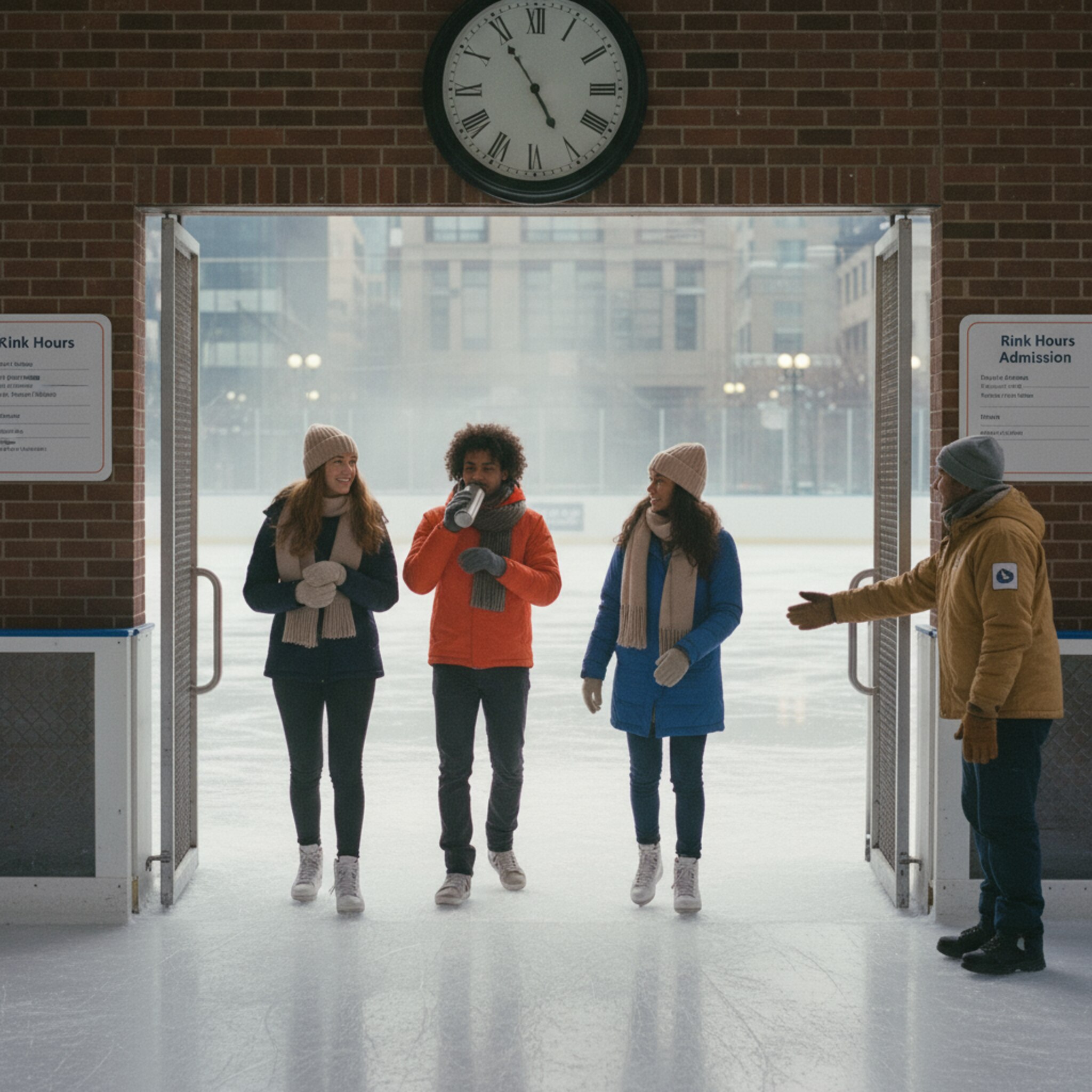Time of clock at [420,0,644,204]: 4:54
